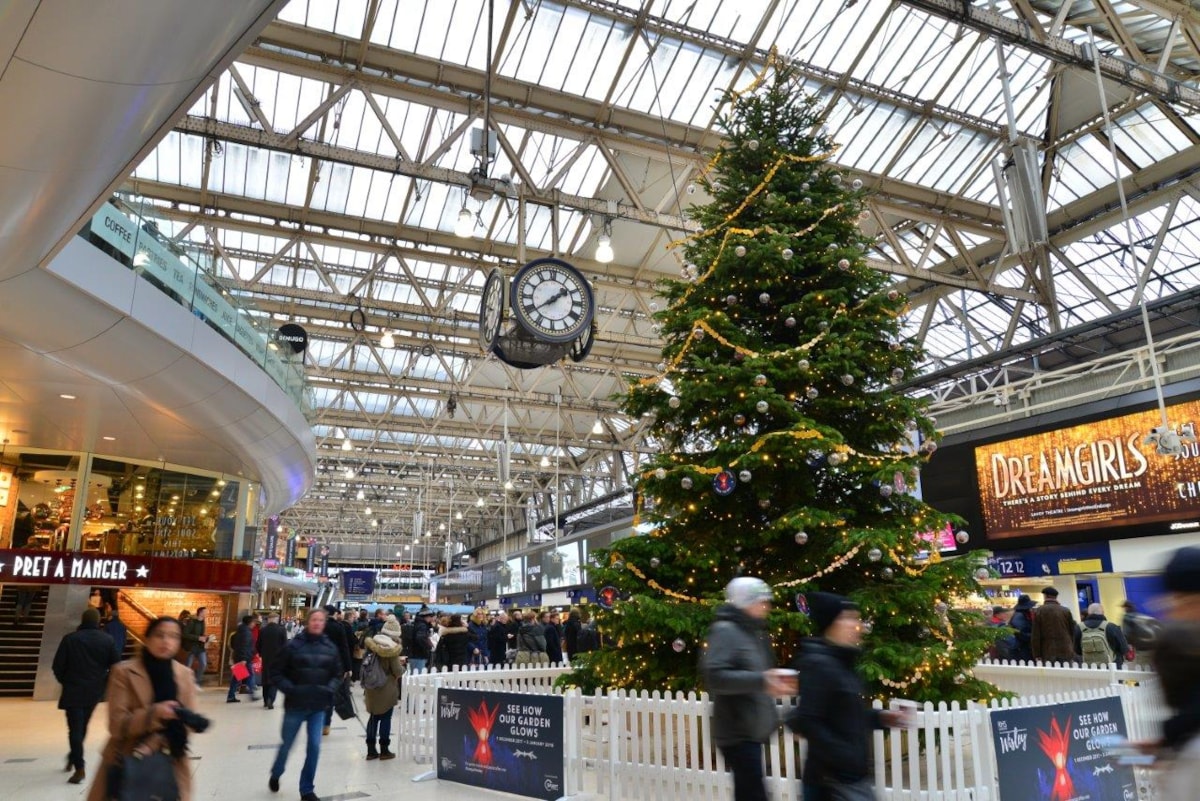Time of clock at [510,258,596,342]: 1:39
